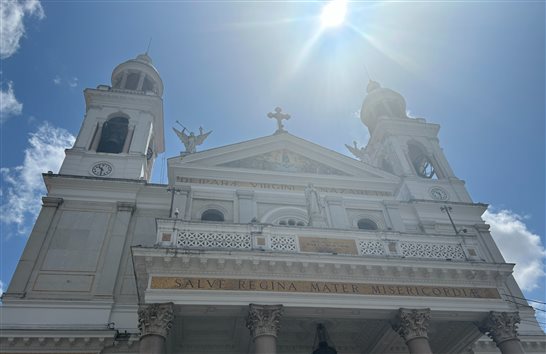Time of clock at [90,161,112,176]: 10:31
